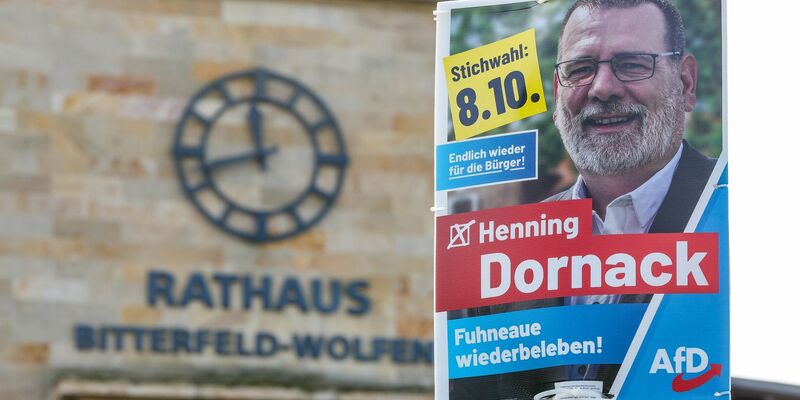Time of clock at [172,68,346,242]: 11:42
